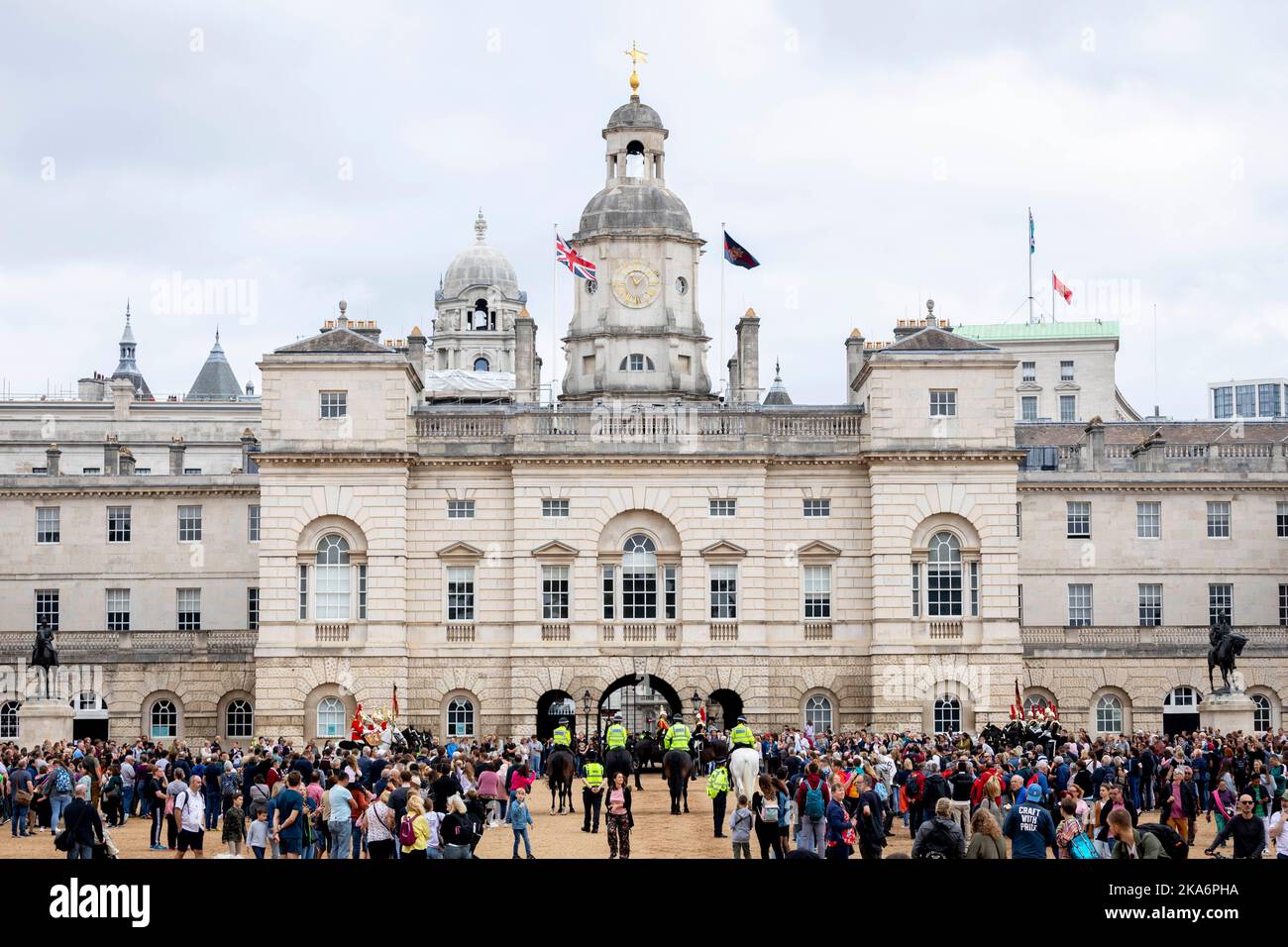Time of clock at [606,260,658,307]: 11:07
